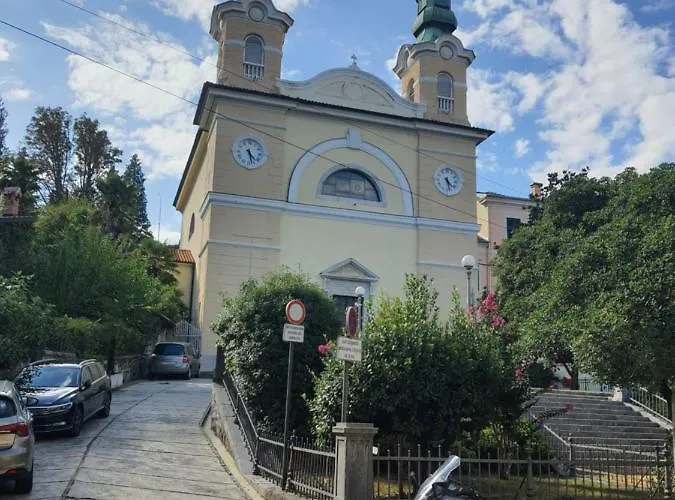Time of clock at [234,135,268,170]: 4:27
